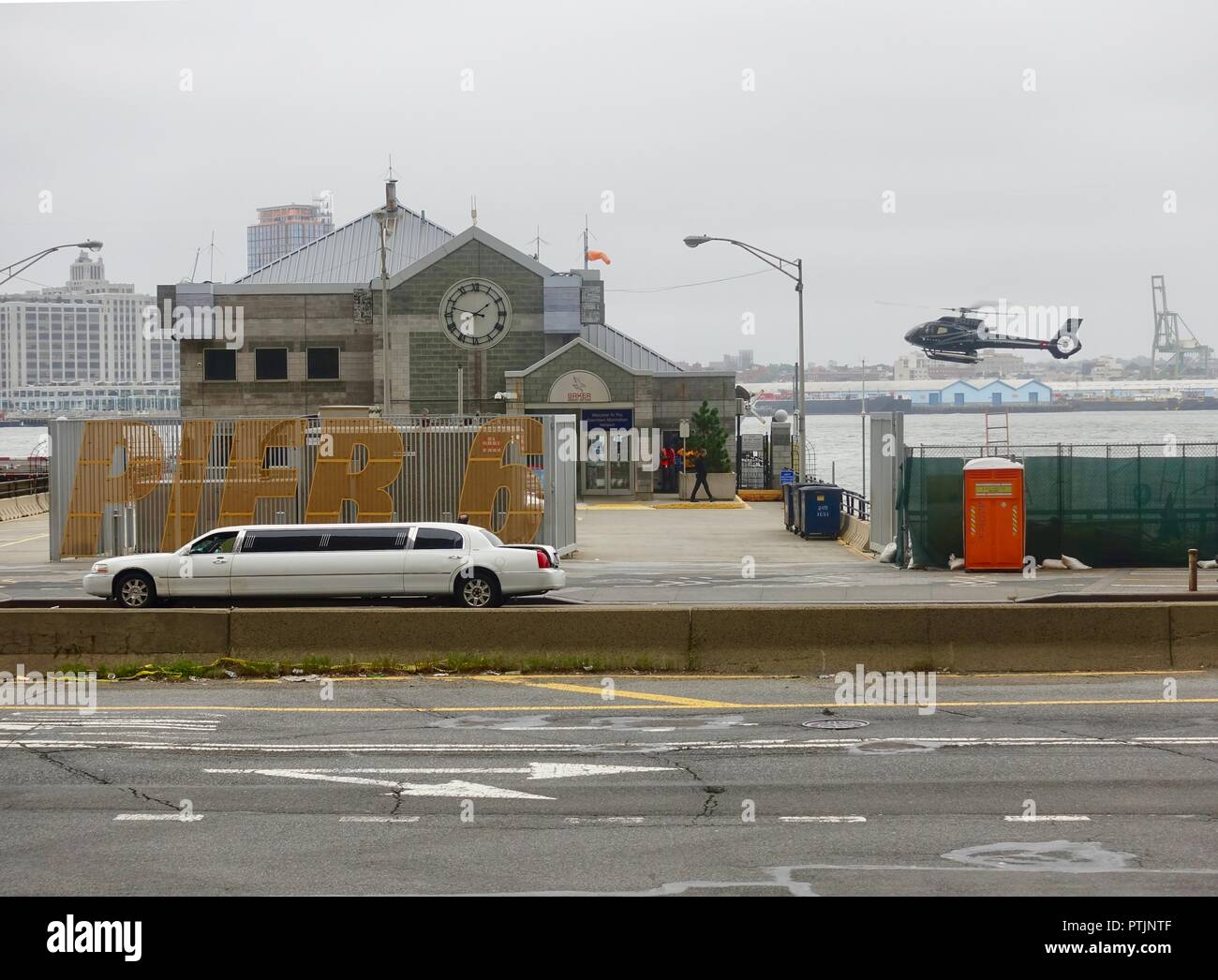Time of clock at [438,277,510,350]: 1:47
